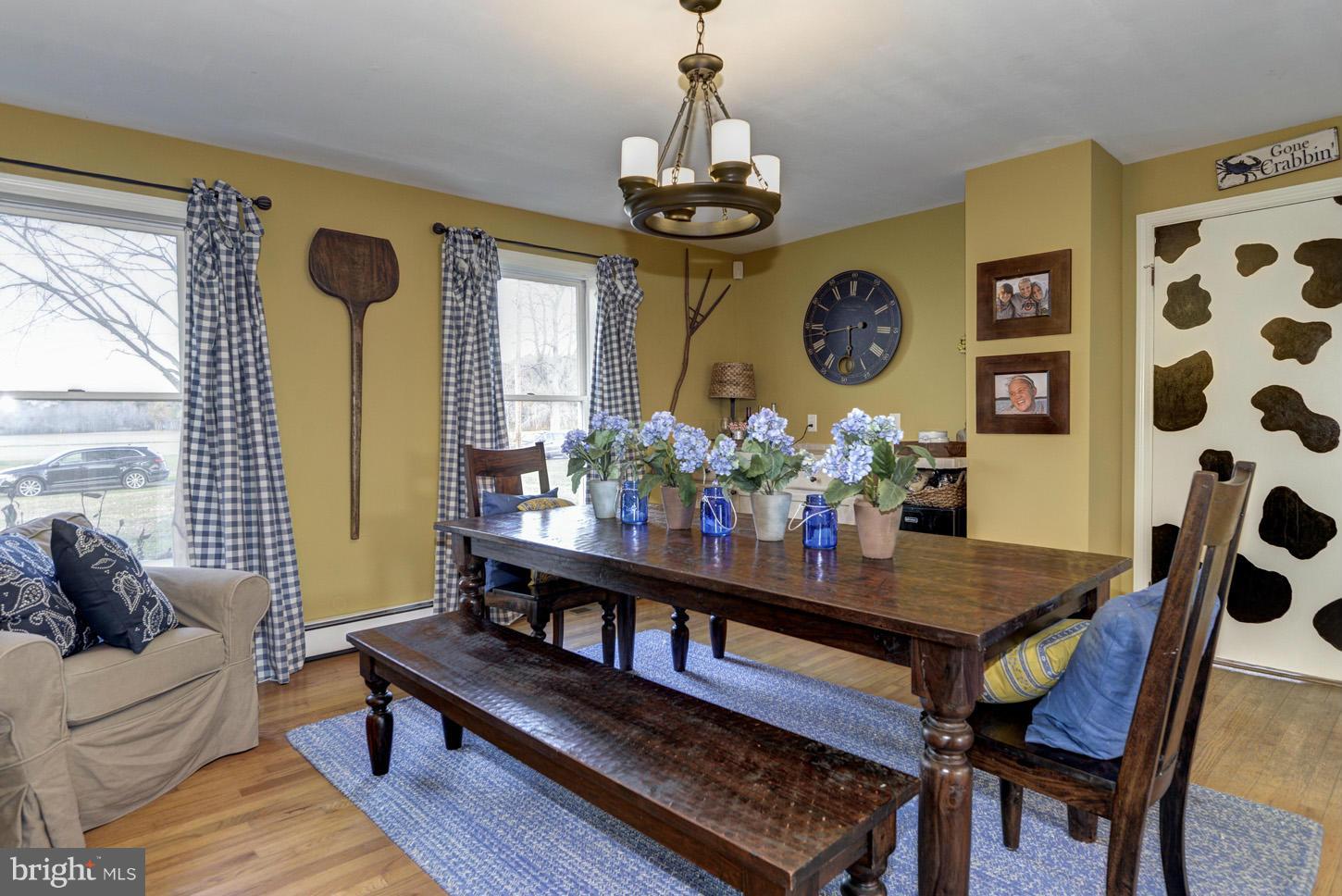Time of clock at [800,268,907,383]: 5:42
